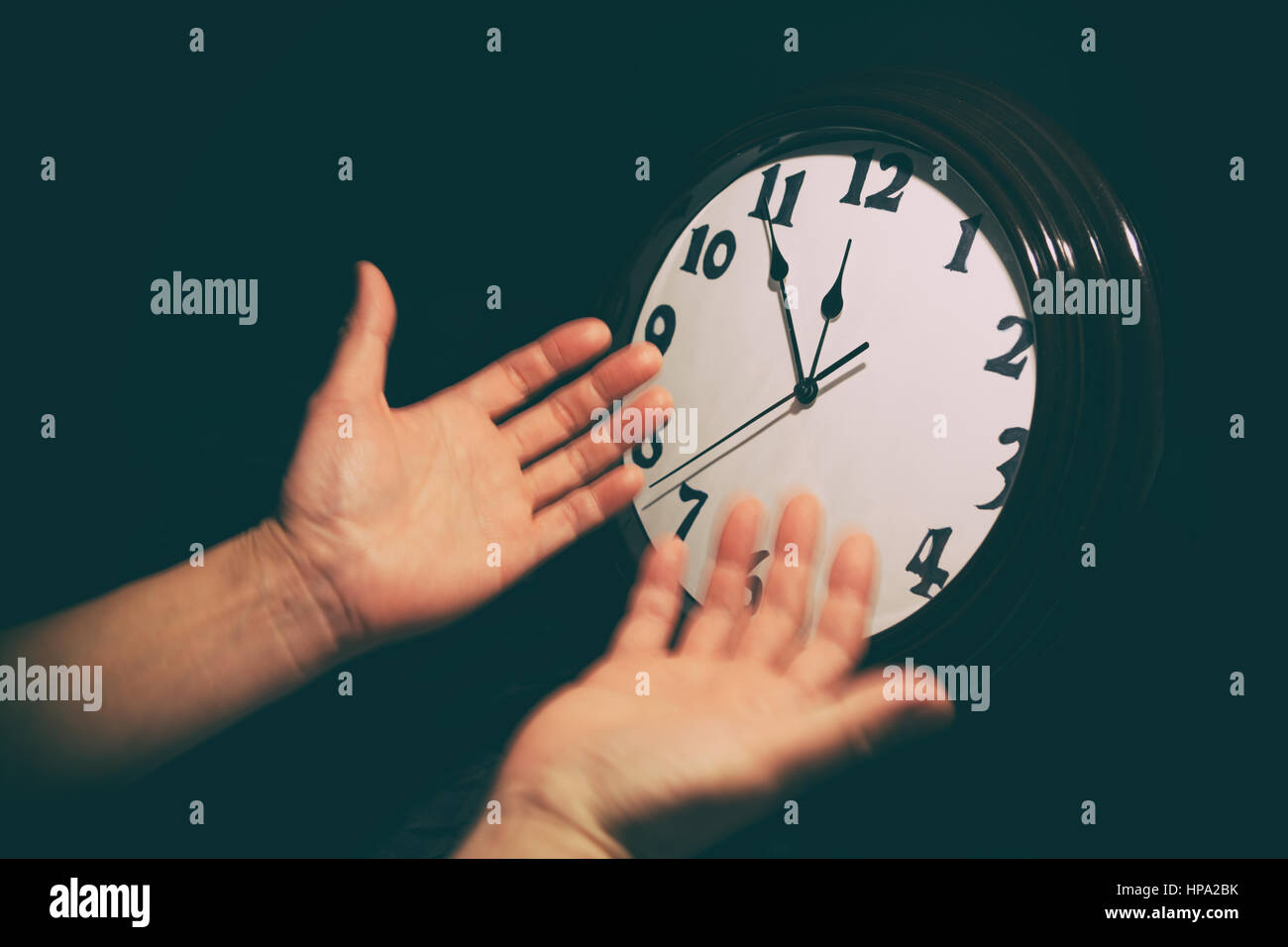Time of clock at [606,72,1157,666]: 11:53
